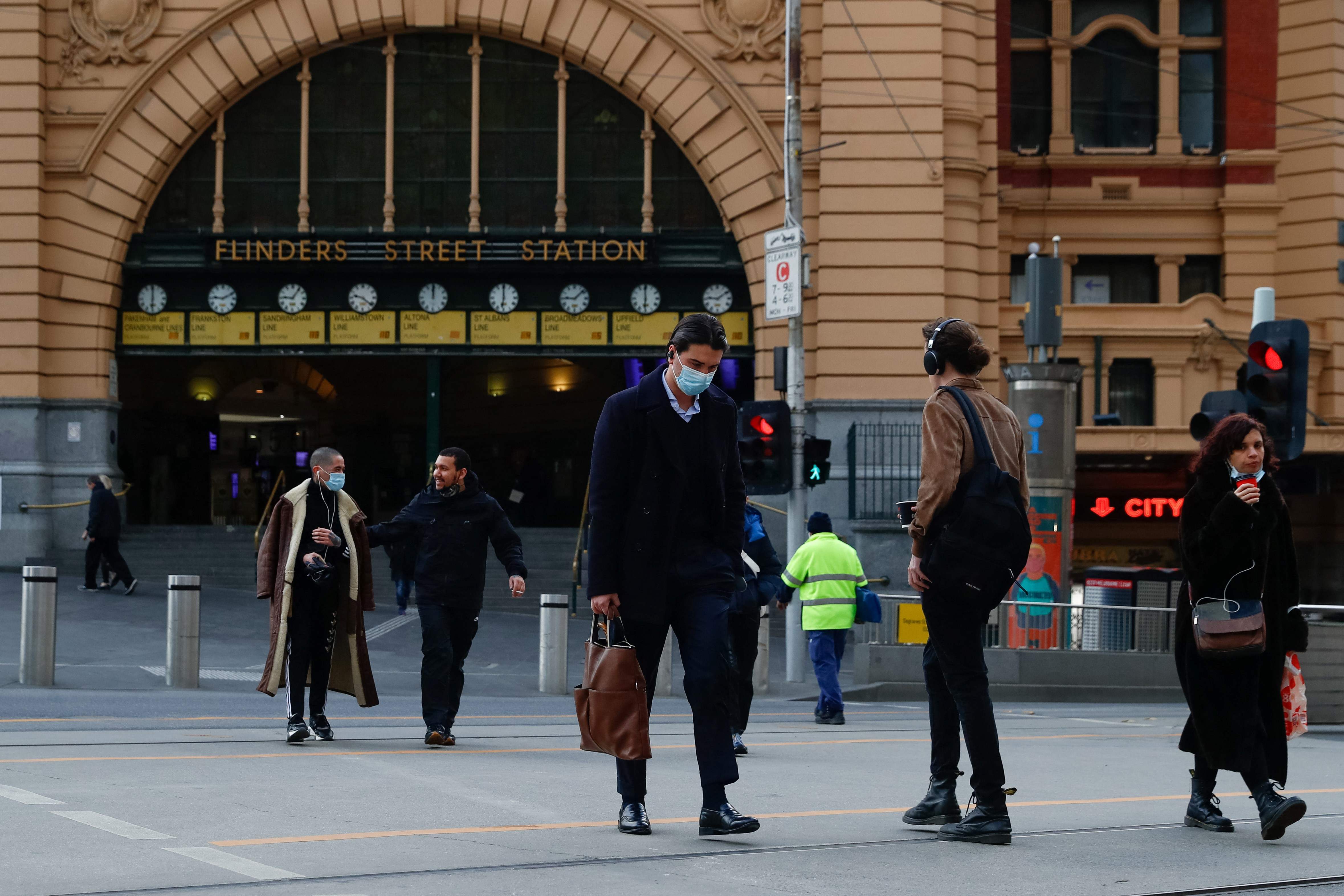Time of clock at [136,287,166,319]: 6:00
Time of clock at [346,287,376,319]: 9:21
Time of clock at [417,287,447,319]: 12:00
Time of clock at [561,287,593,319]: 9:08
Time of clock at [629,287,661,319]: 5:59
